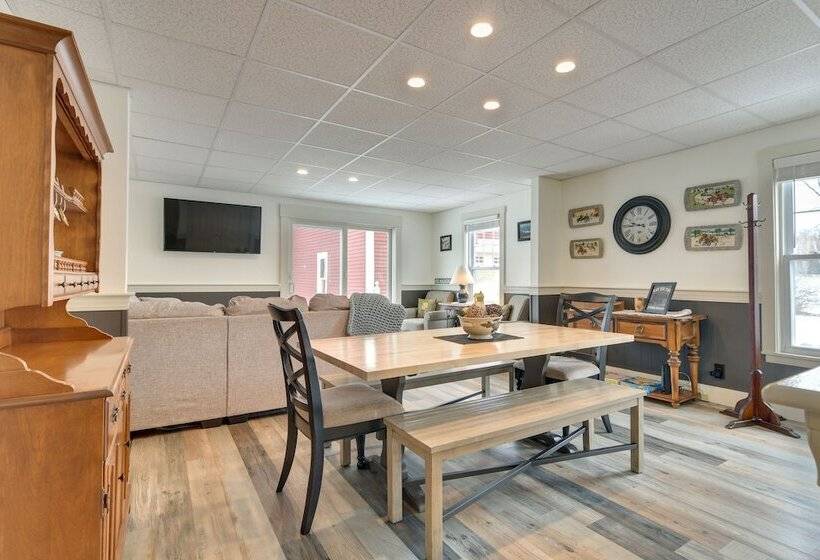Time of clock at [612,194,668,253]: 9:45
